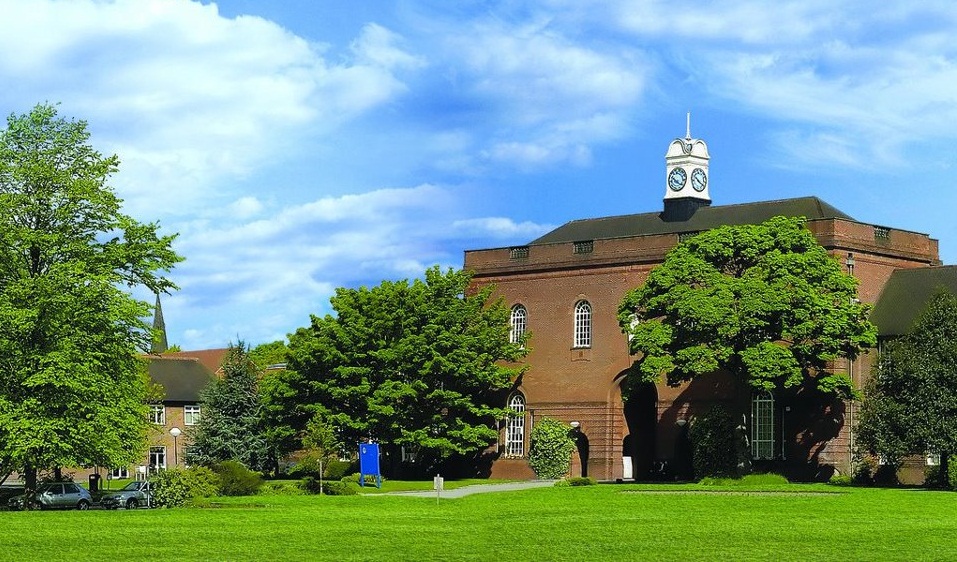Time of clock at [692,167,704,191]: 10:20
